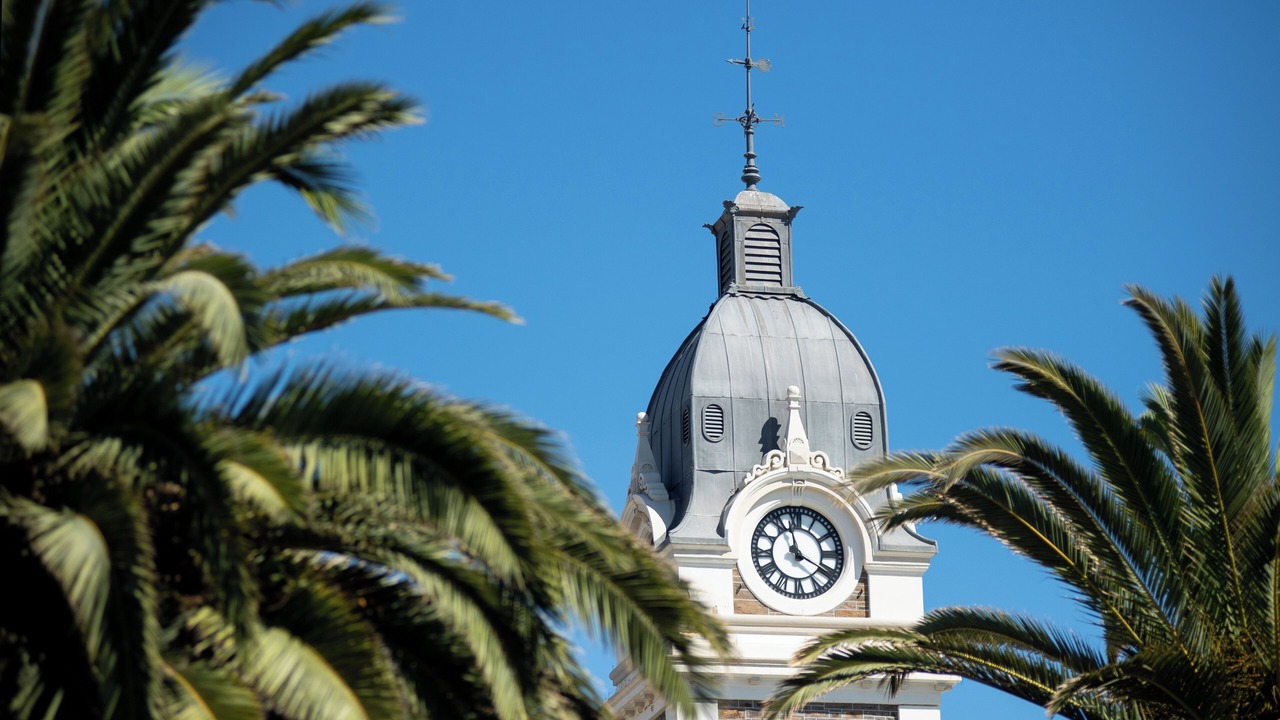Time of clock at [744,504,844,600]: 3:57
